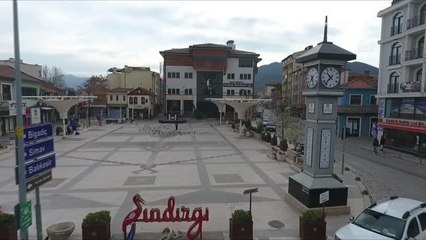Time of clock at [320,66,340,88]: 10:36
